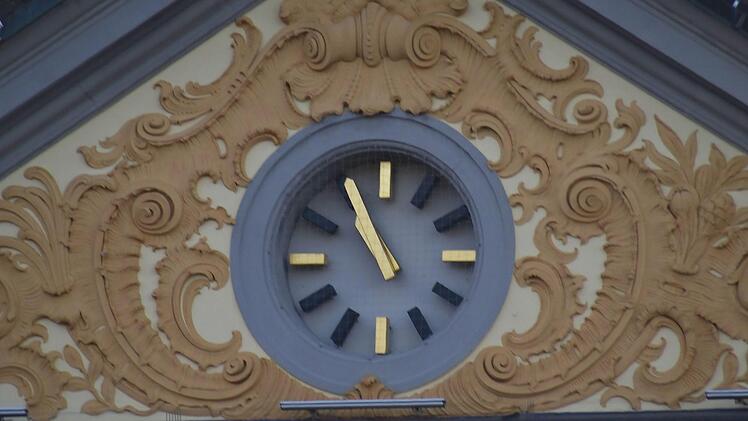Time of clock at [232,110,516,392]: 10:55
